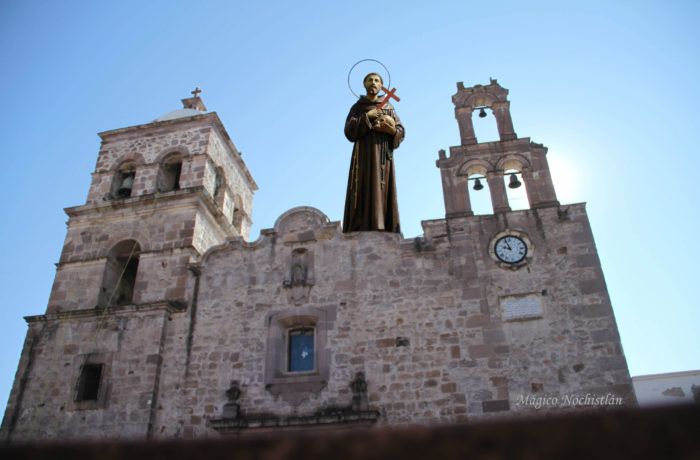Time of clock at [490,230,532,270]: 9:56
